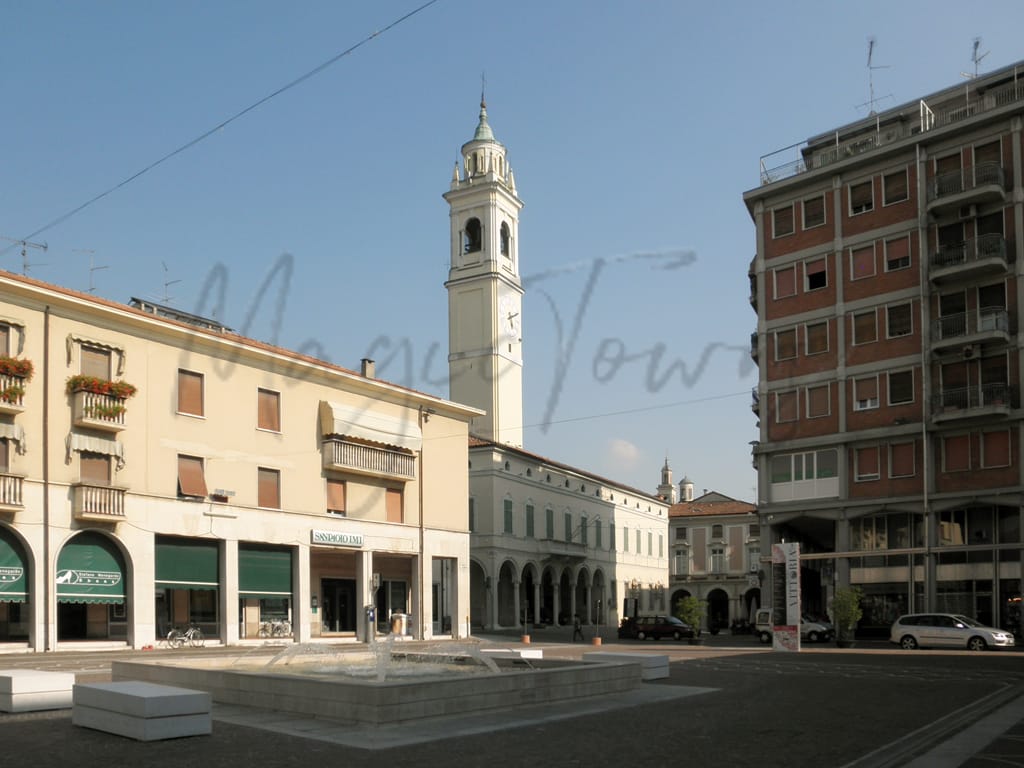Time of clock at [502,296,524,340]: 5:11
